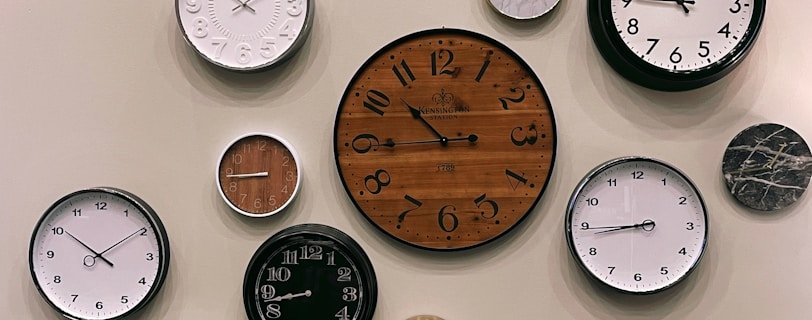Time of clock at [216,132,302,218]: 8:44
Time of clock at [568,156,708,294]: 8:44
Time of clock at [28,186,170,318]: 1:50
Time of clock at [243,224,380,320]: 8:43
